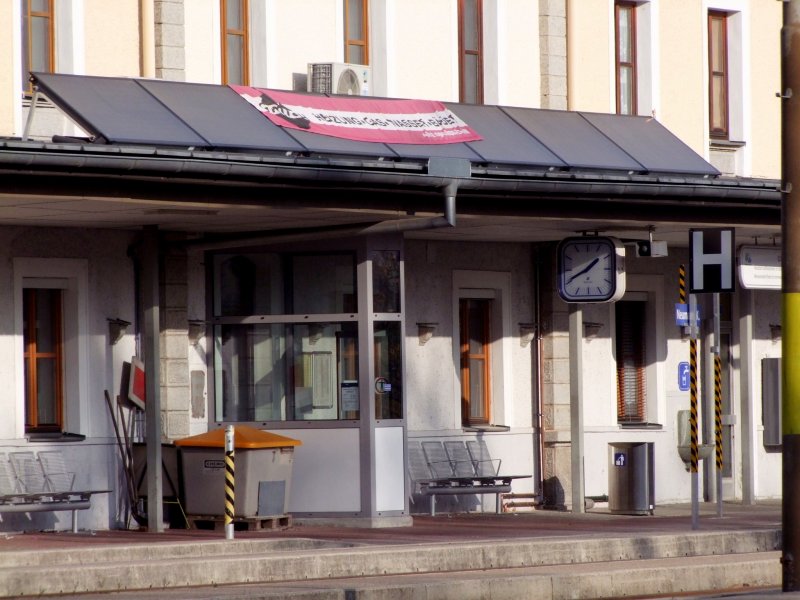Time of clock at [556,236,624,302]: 1:40
